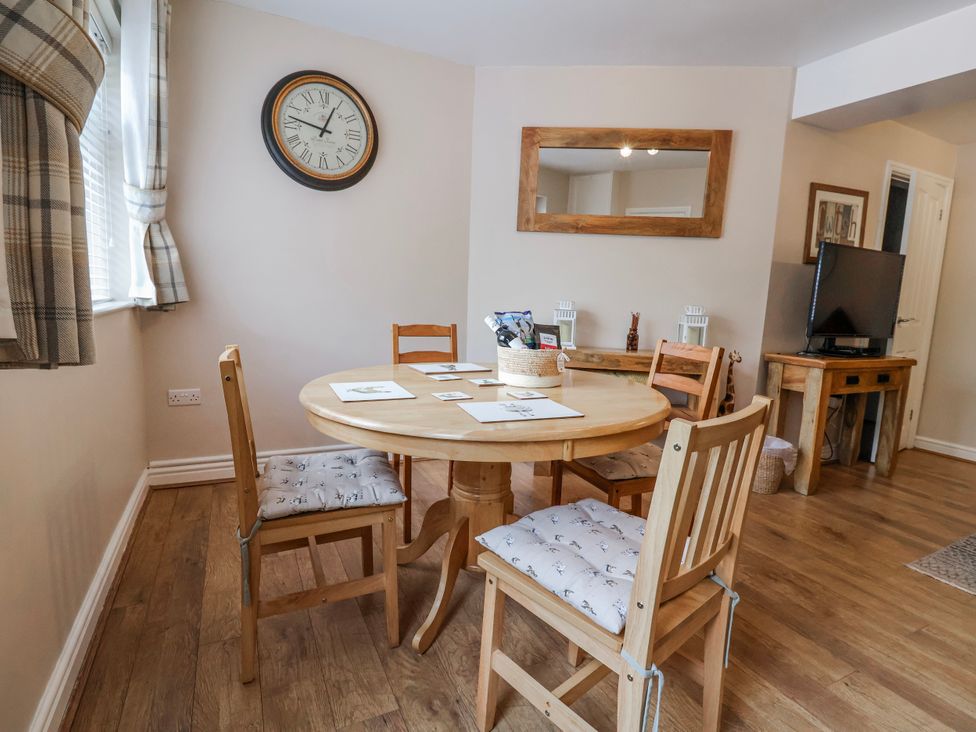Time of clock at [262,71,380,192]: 12:47
